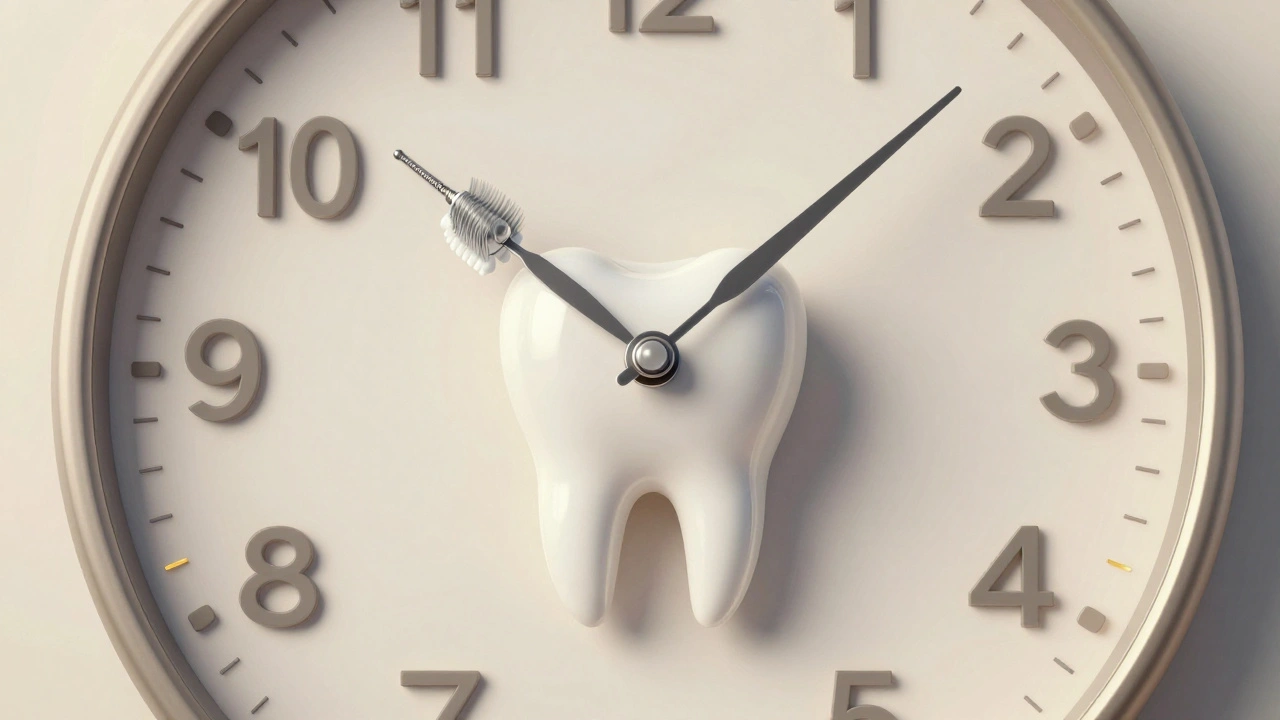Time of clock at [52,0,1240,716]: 10:07
